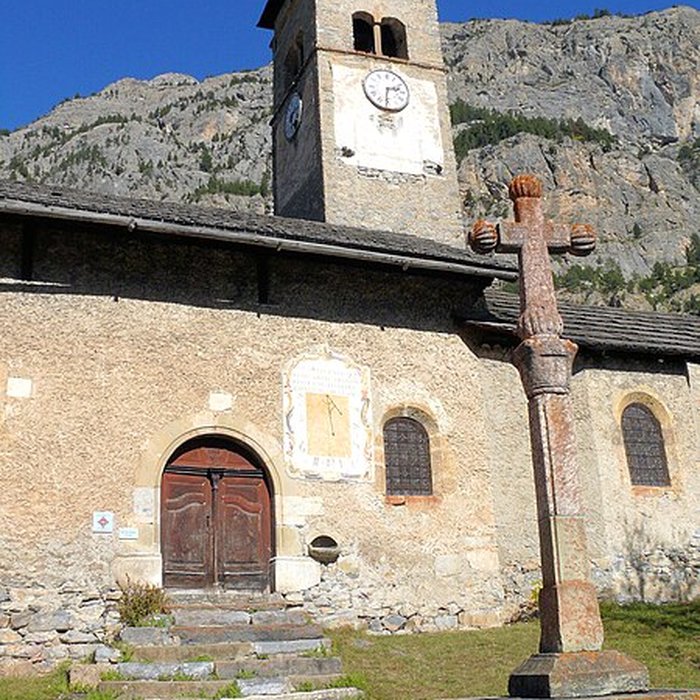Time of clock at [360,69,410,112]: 2:31
